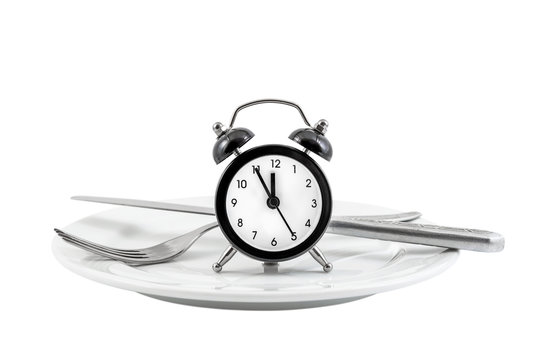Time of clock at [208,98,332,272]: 11:55
